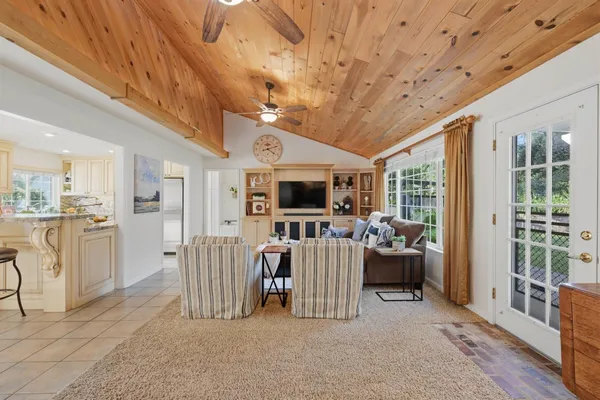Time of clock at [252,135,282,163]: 4:12
